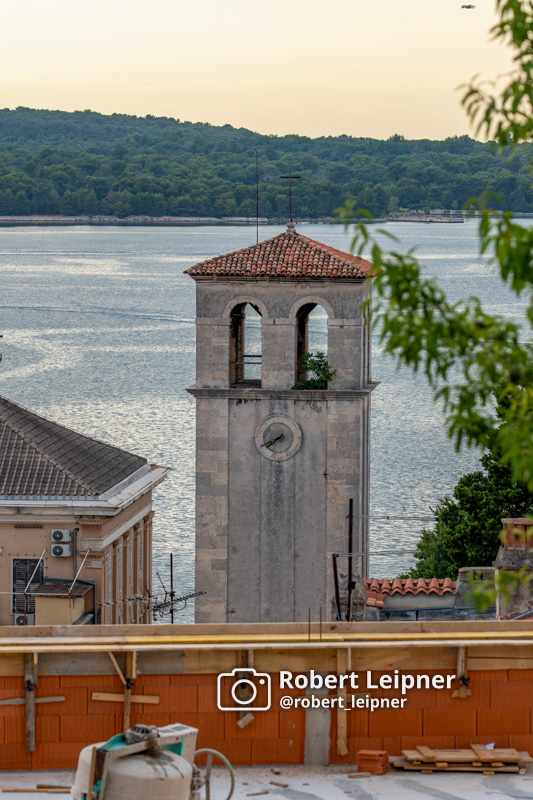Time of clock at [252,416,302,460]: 7:40
